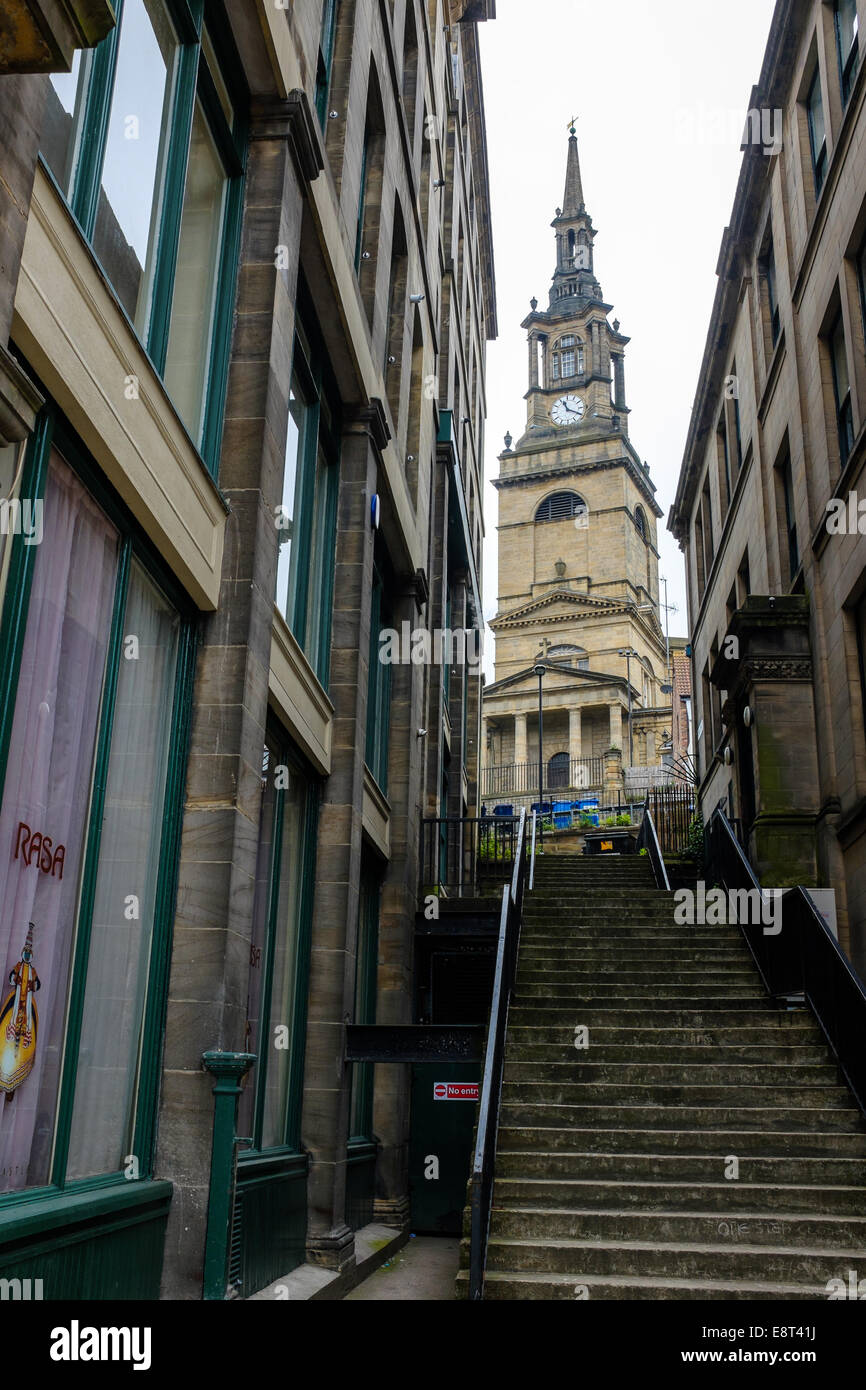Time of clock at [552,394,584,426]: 11:19
